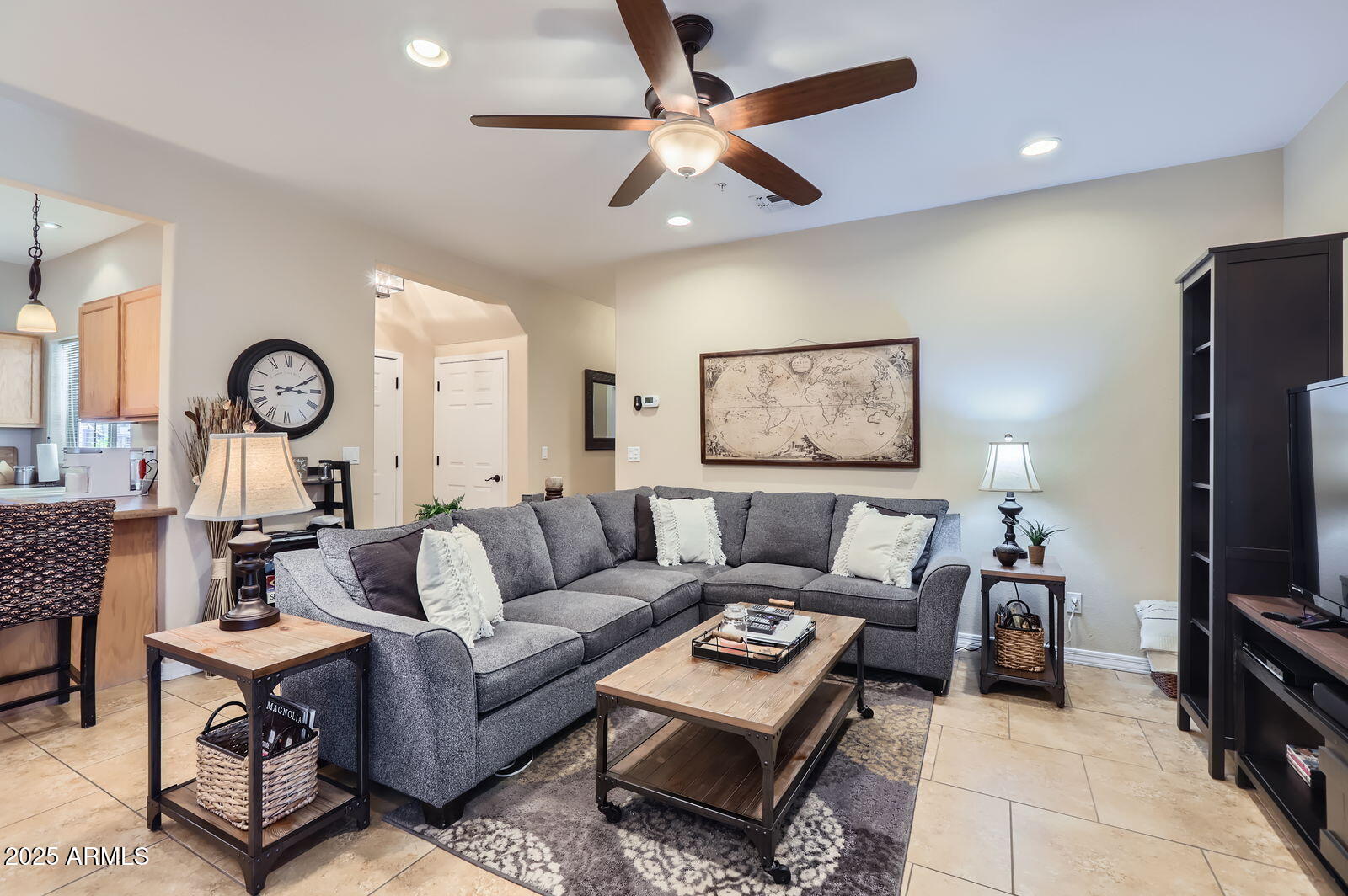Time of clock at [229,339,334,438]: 3:10
